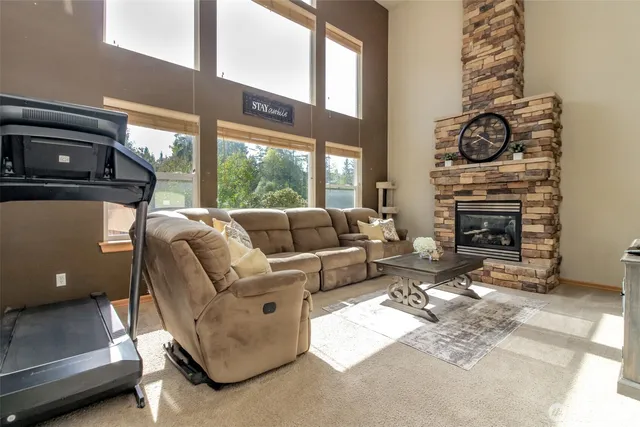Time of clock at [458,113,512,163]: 8:20
